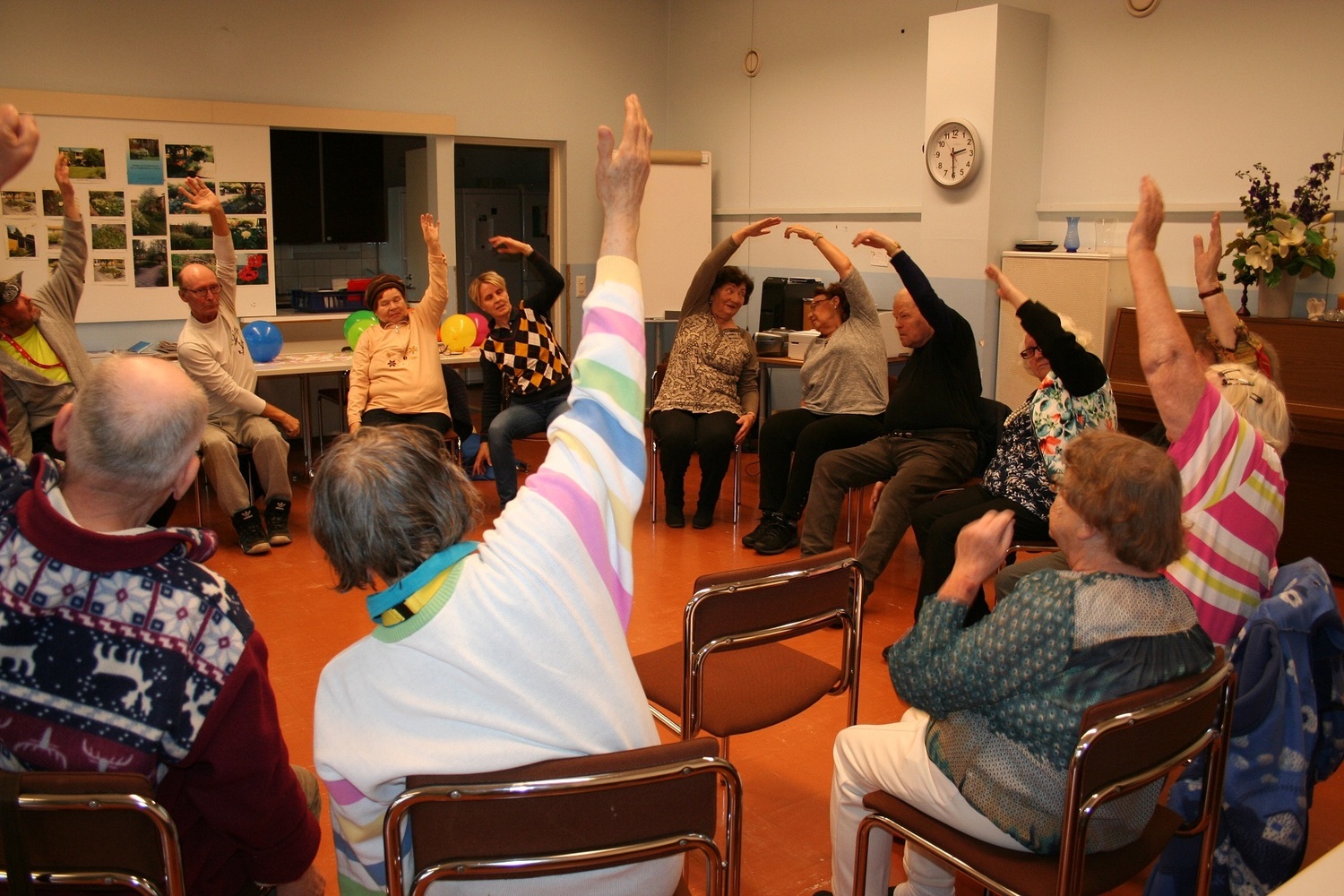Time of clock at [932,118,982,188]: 2:29
